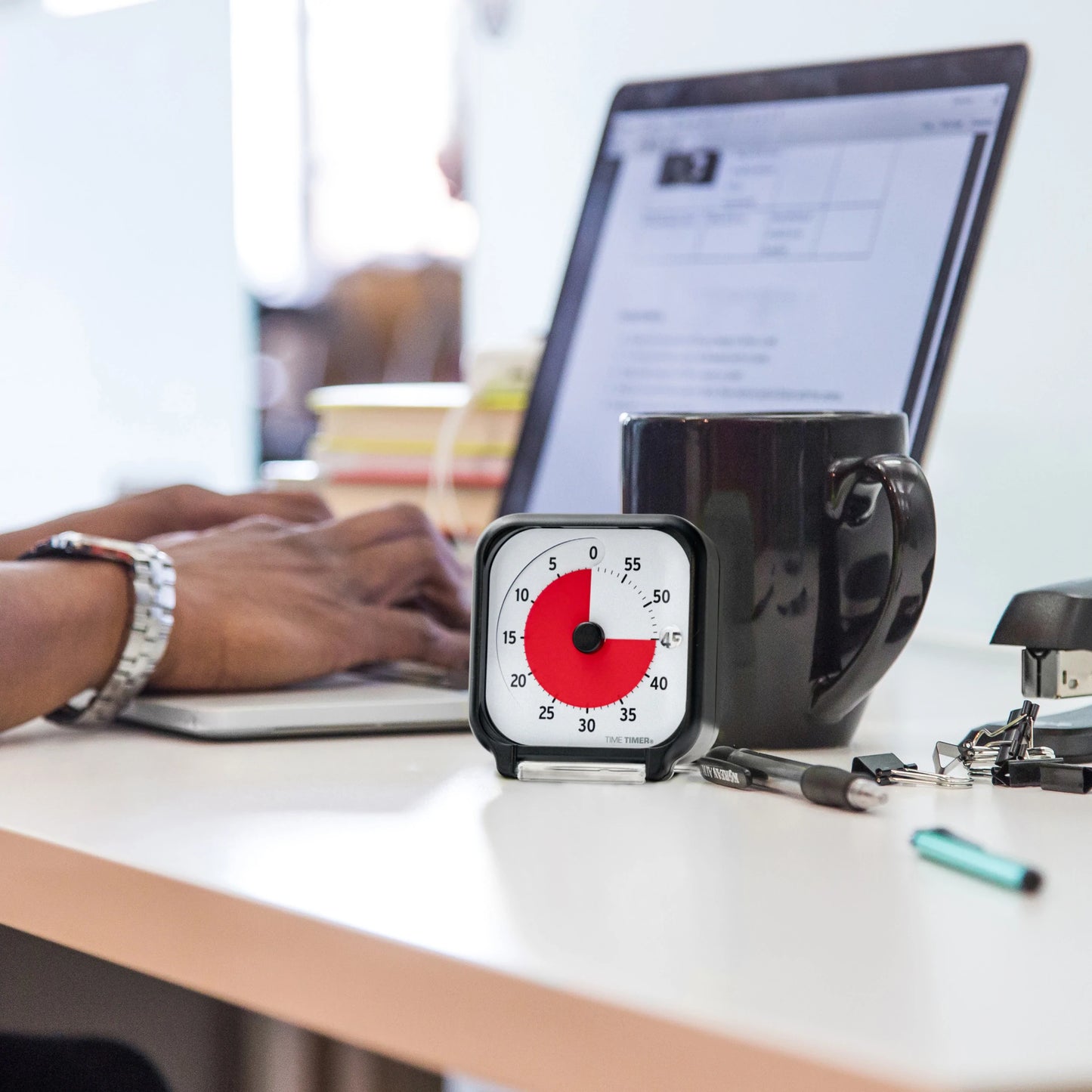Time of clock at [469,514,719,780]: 12:14
